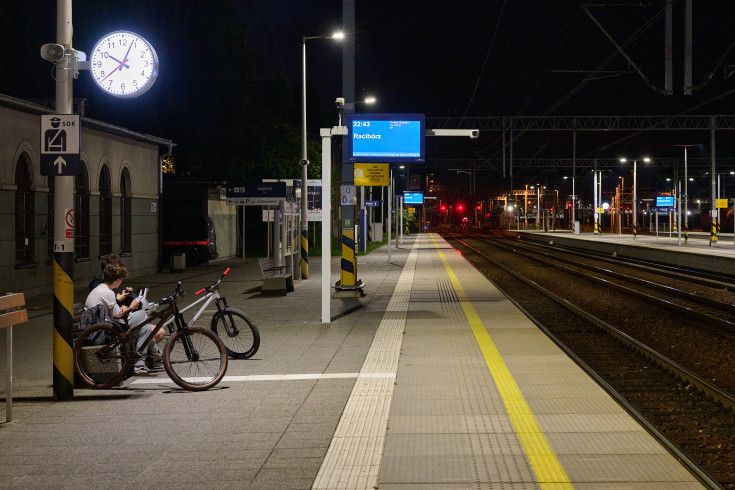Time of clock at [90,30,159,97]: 10:03
